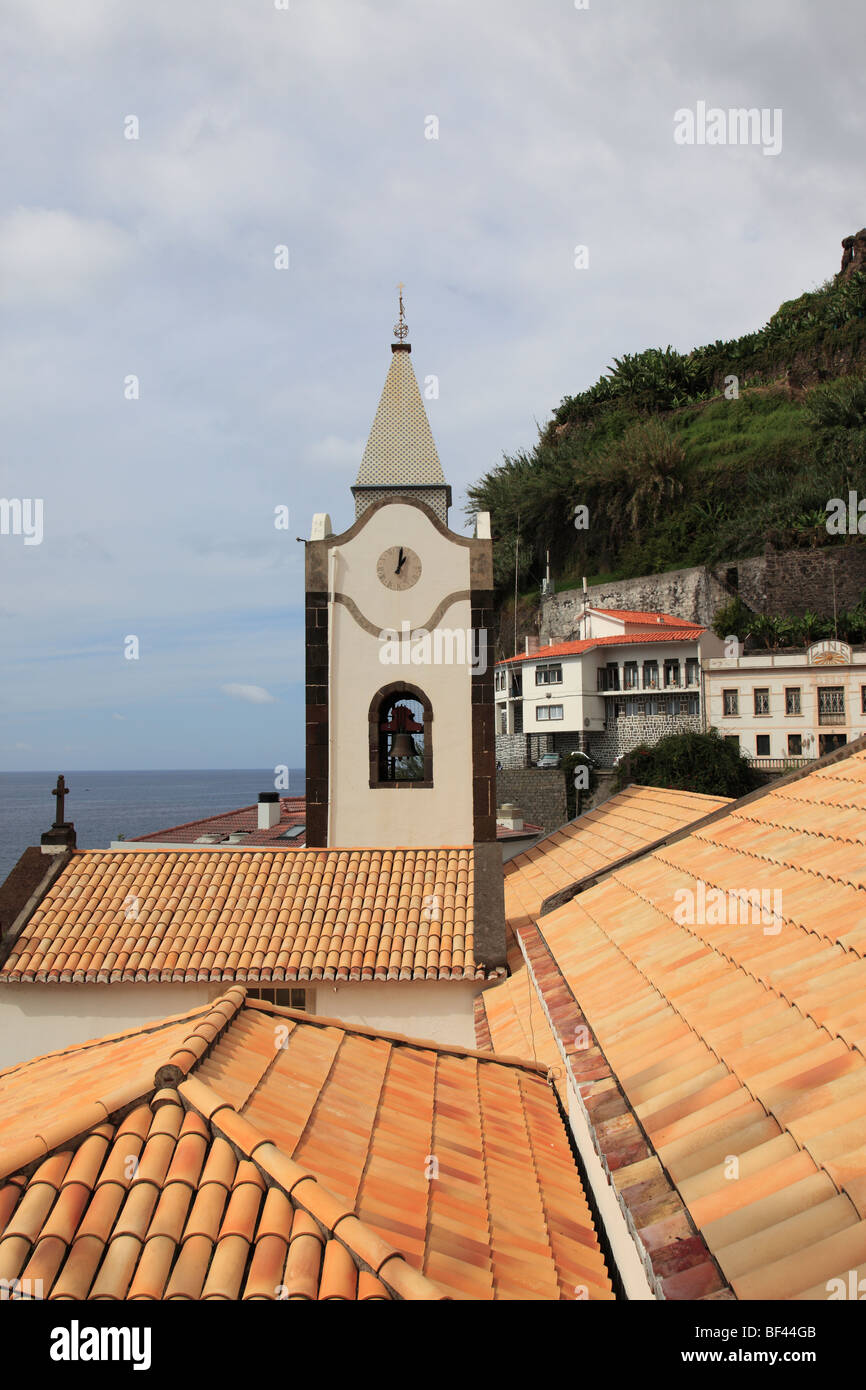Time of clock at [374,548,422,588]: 1:01
